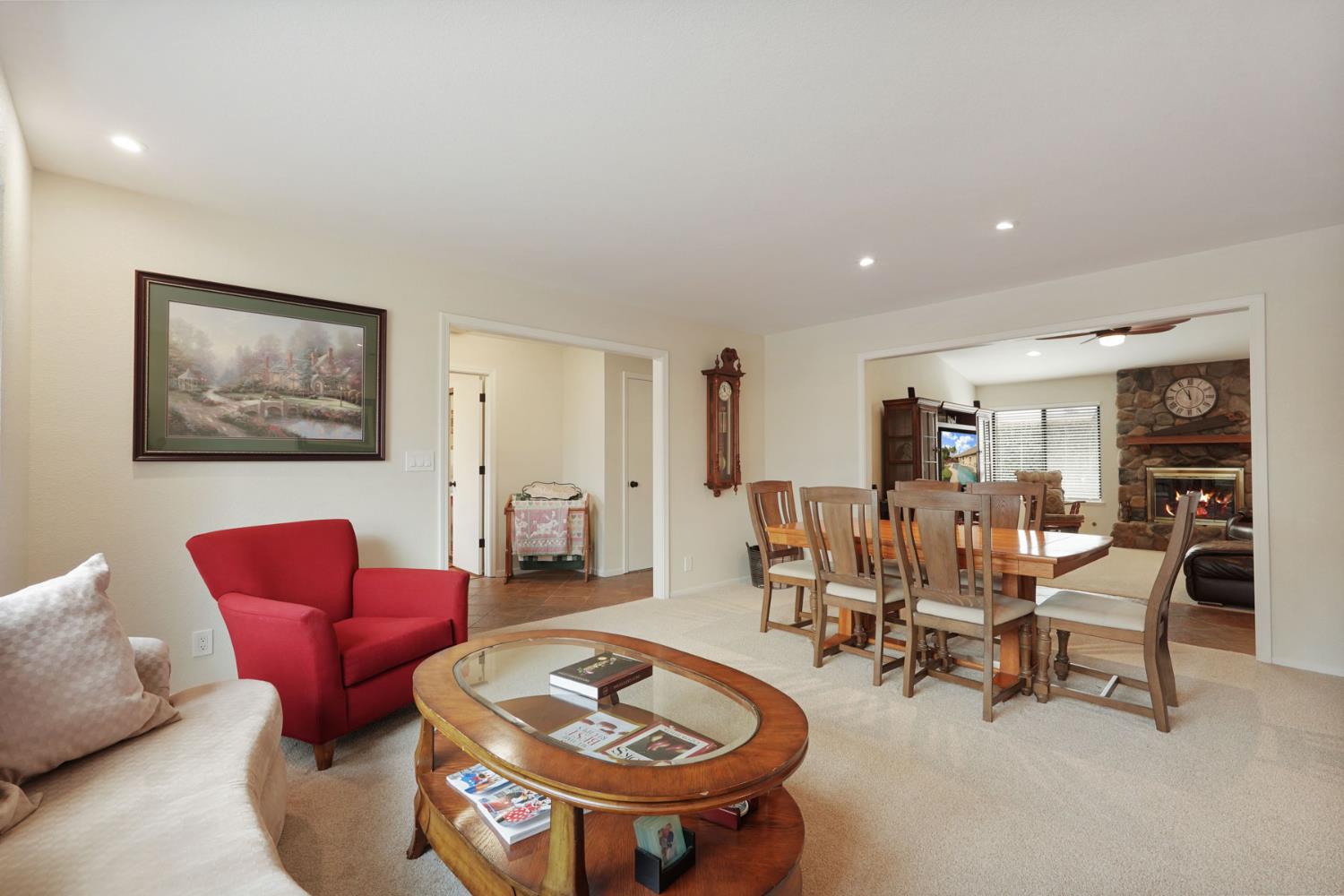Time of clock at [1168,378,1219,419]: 11:55
